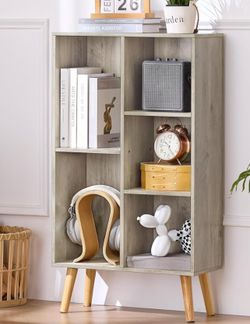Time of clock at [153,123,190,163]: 10:24
